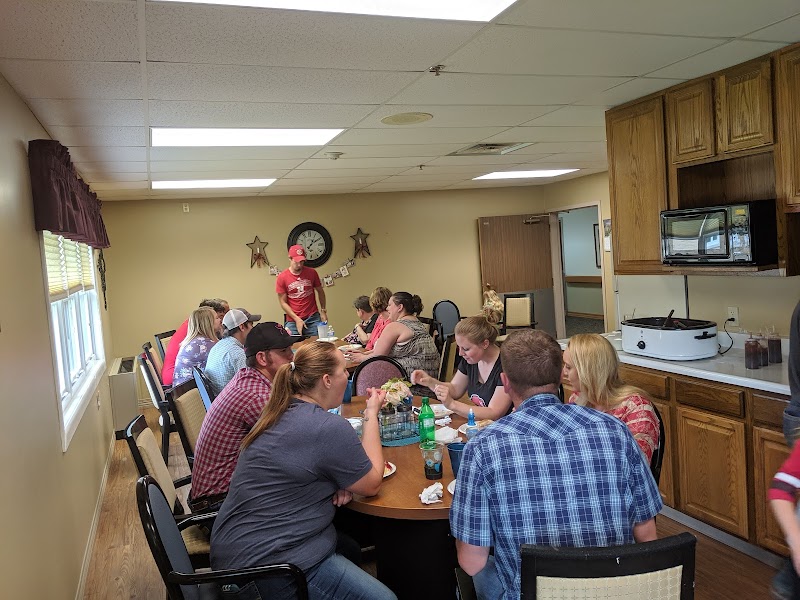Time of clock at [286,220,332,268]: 1:09
